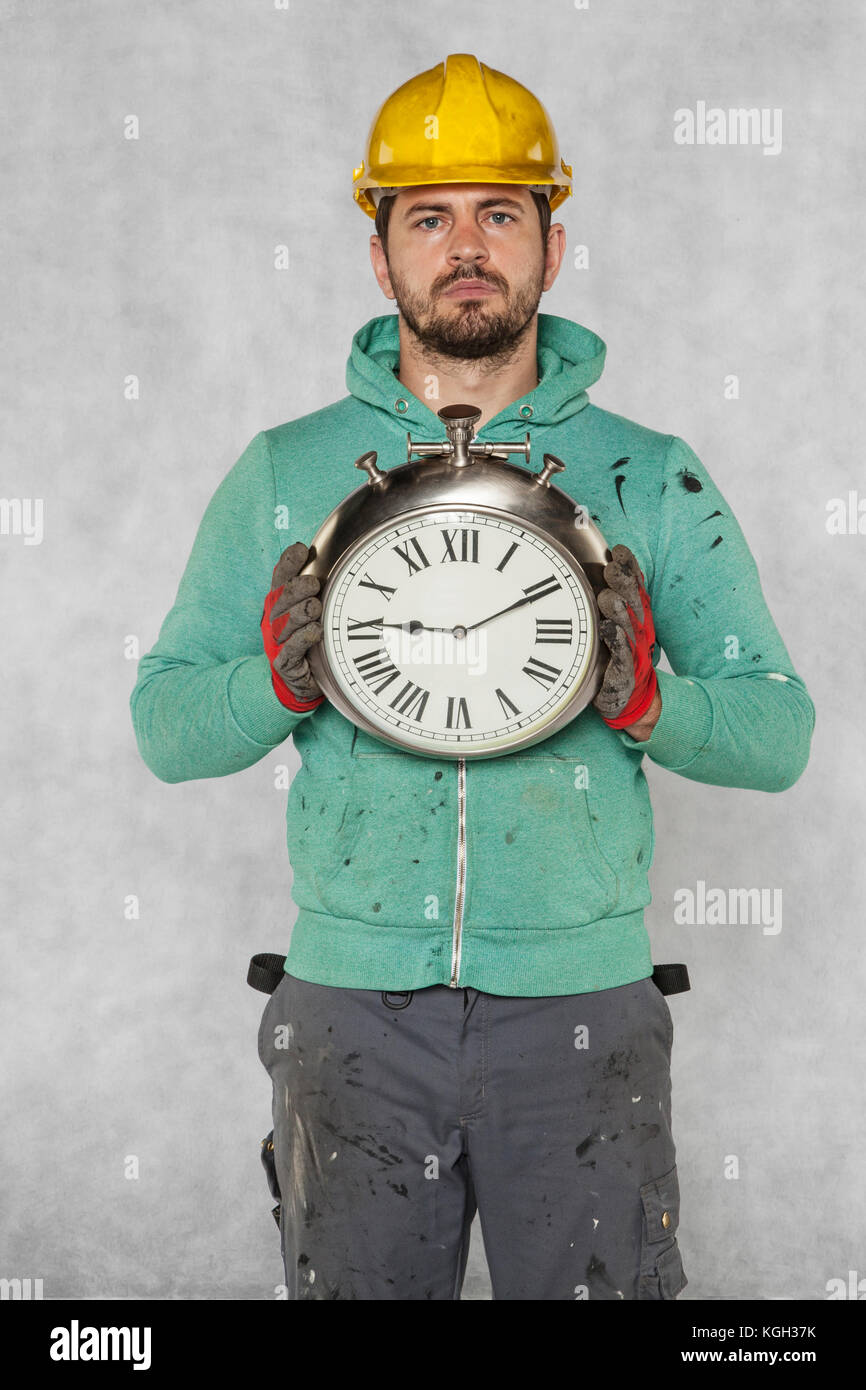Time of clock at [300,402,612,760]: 9:10
